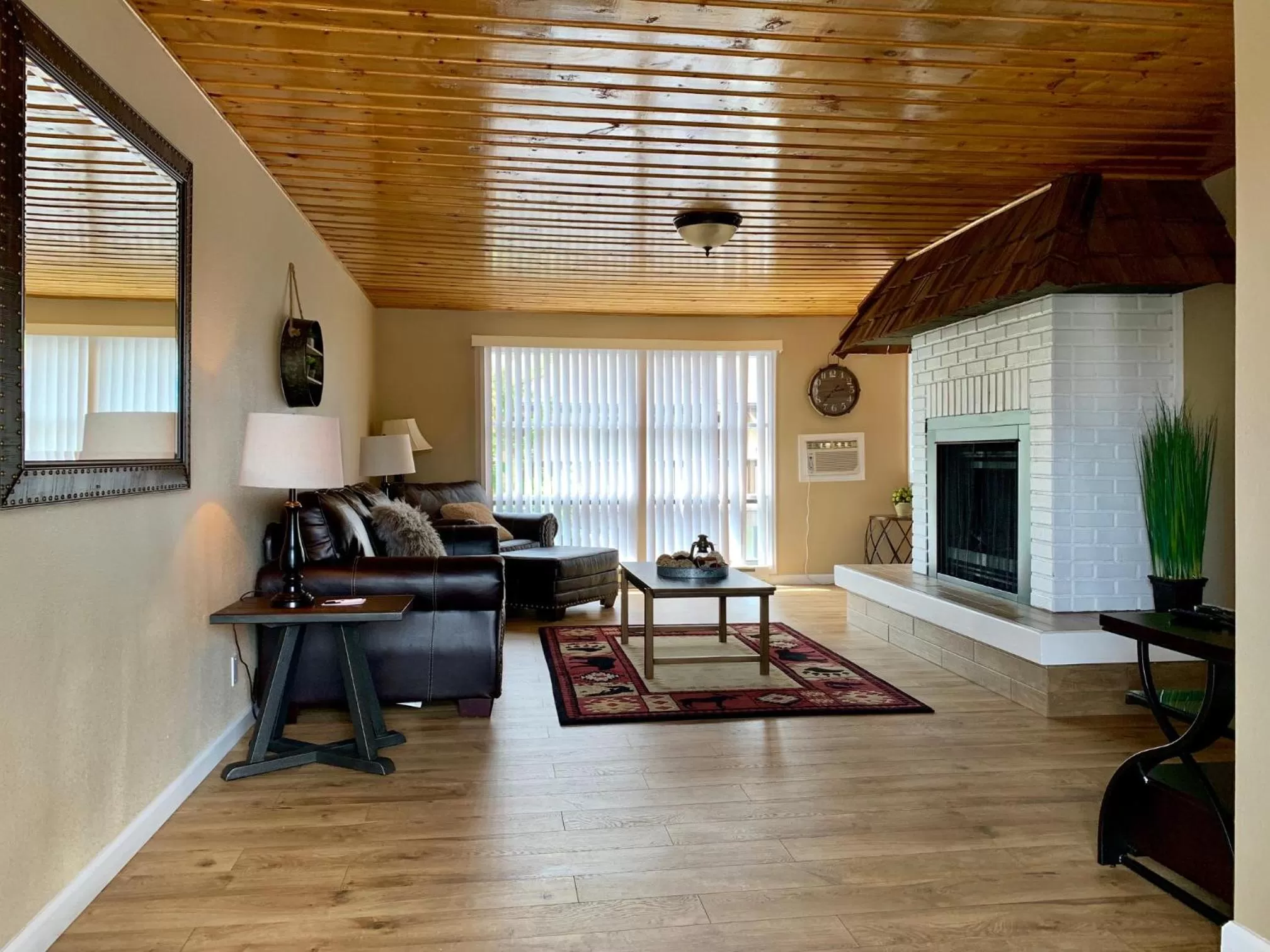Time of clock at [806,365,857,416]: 2:37
